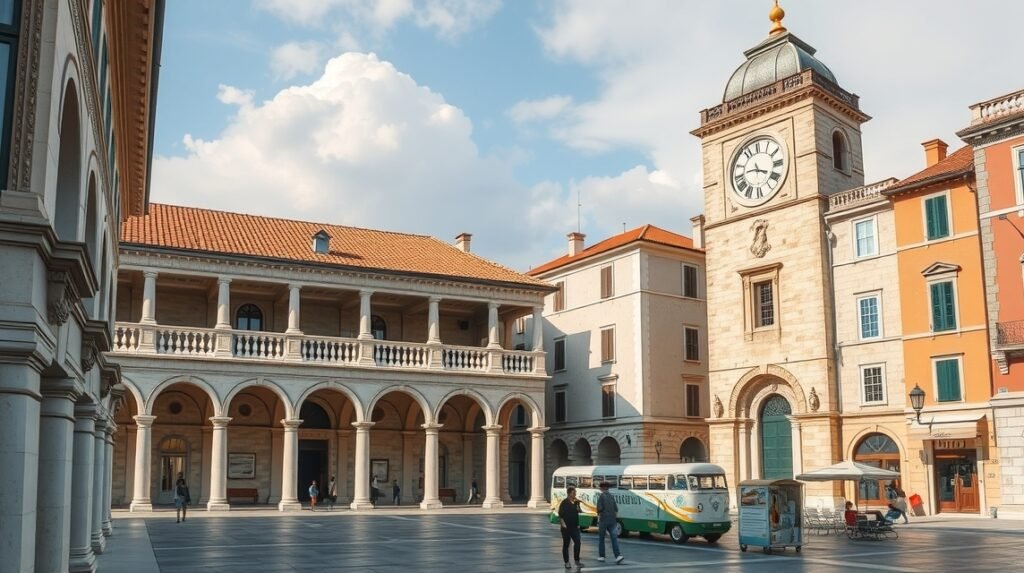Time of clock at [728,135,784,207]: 3:45
